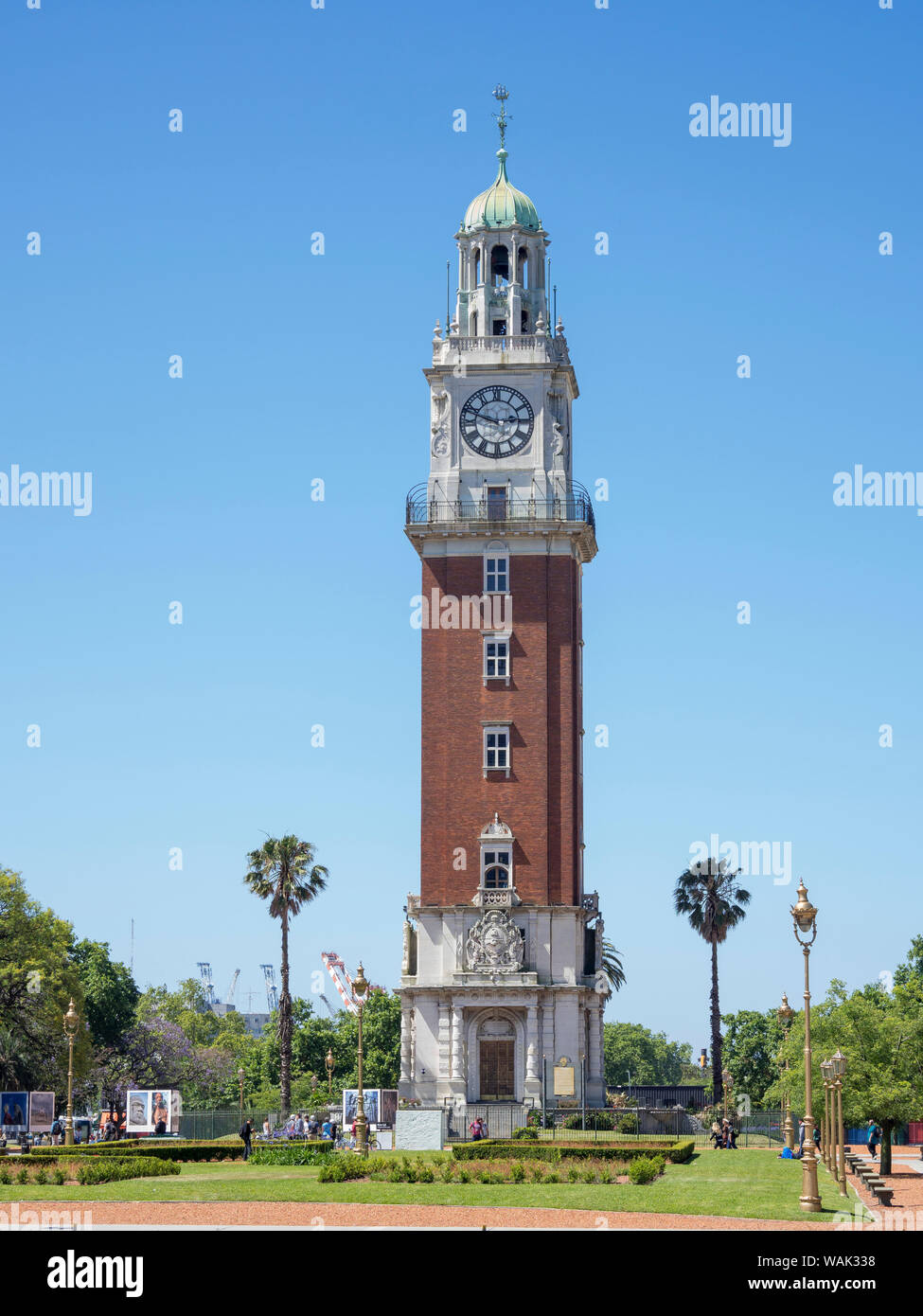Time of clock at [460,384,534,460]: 2:48
